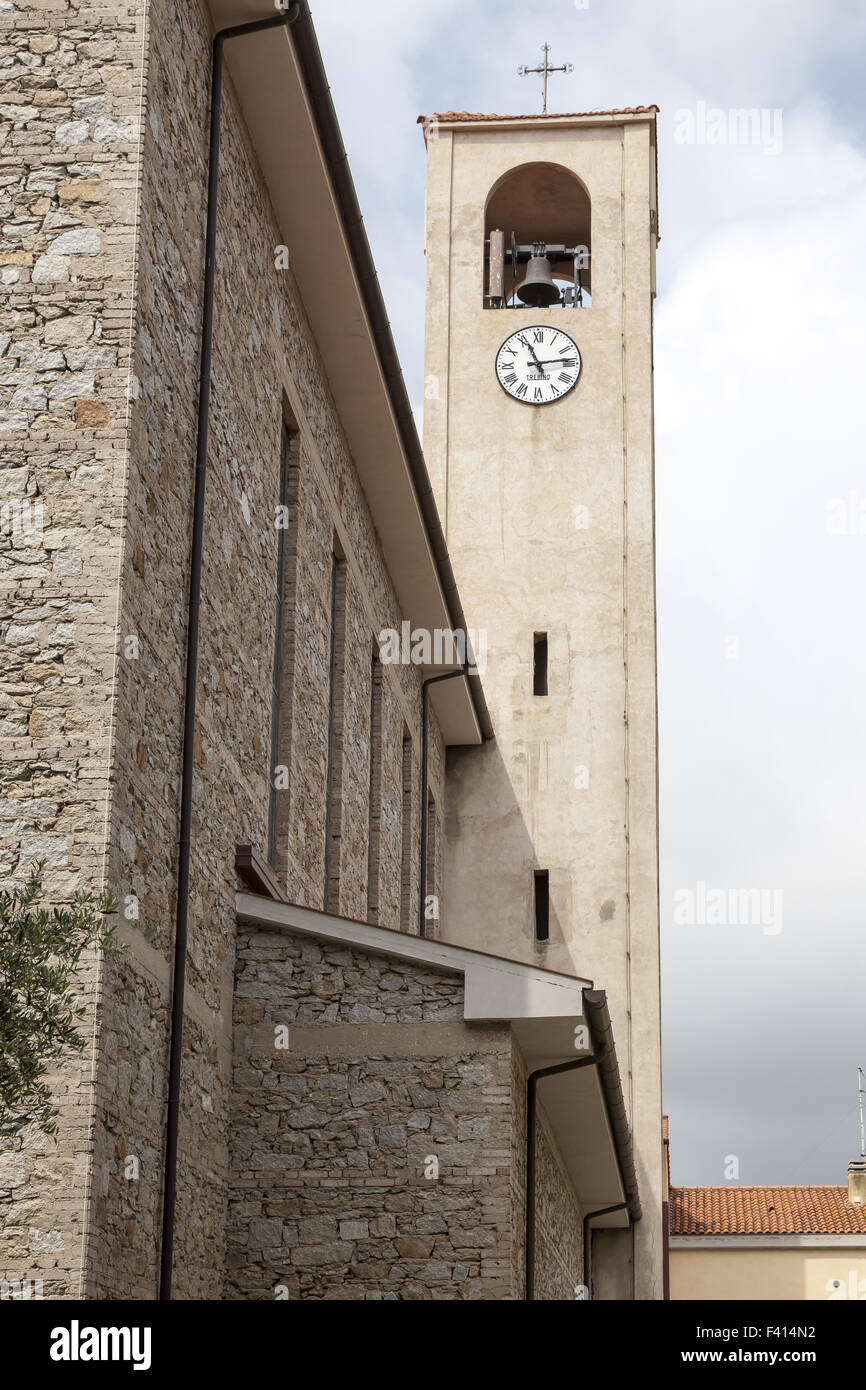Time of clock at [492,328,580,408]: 11:13
